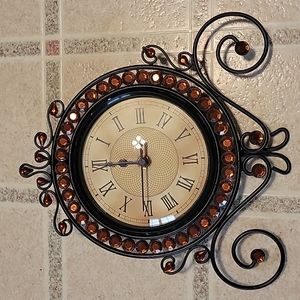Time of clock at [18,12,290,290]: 11:44
